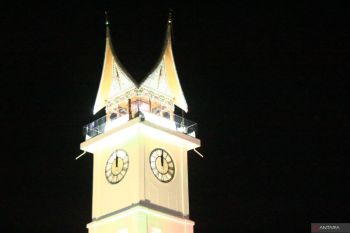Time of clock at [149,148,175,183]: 12:00
